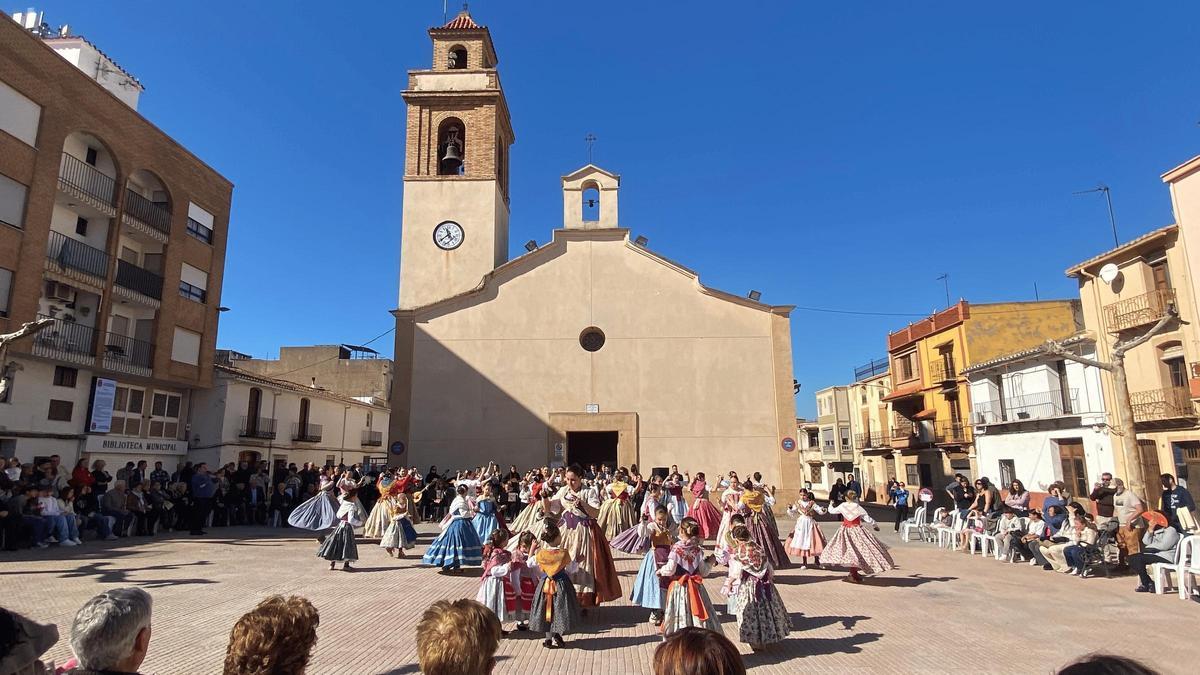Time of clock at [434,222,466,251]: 11:39
